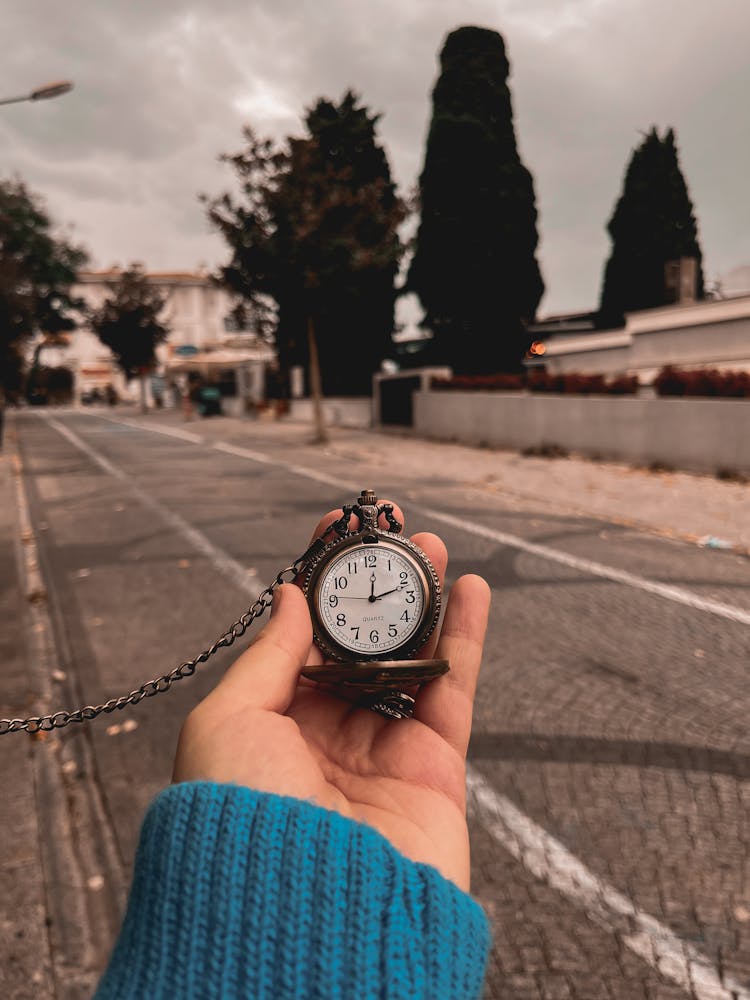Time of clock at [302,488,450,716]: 12:11
